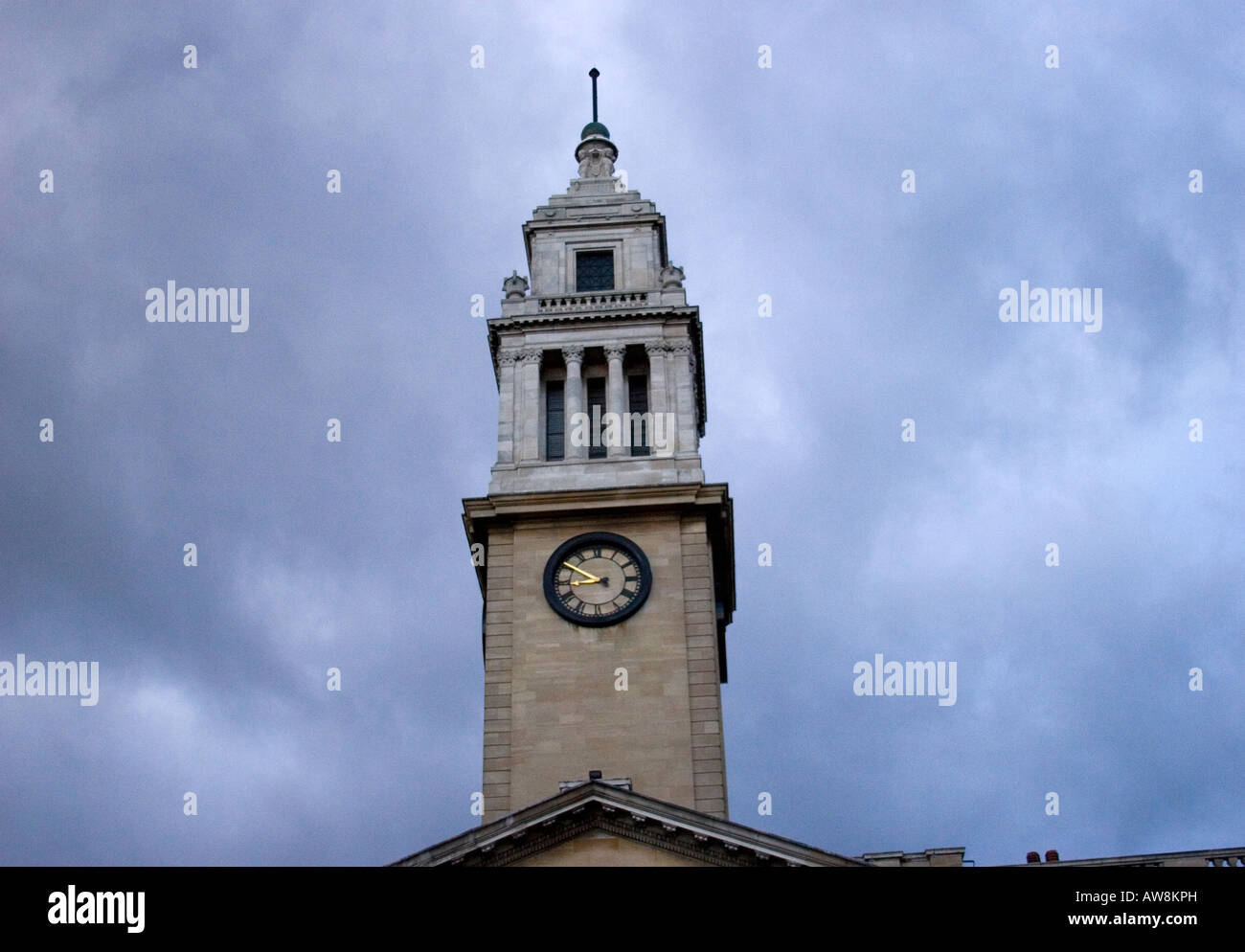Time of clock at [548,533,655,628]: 8:50
